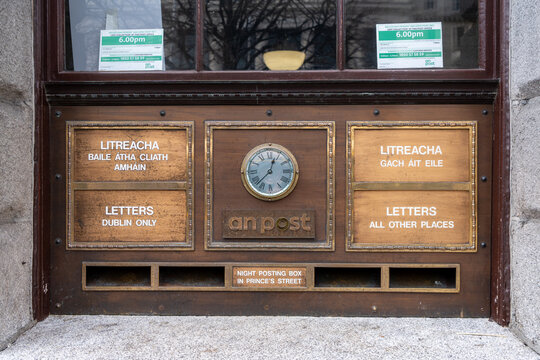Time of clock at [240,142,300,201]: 12:37
